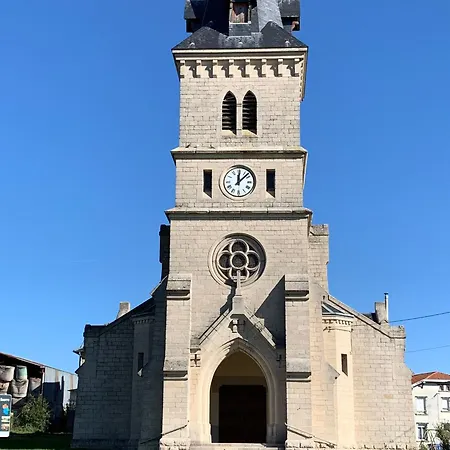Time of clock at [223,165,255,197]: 12:07
